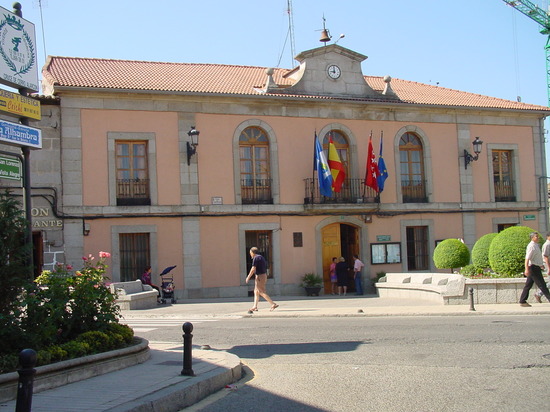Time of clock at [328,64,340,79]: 8:59
